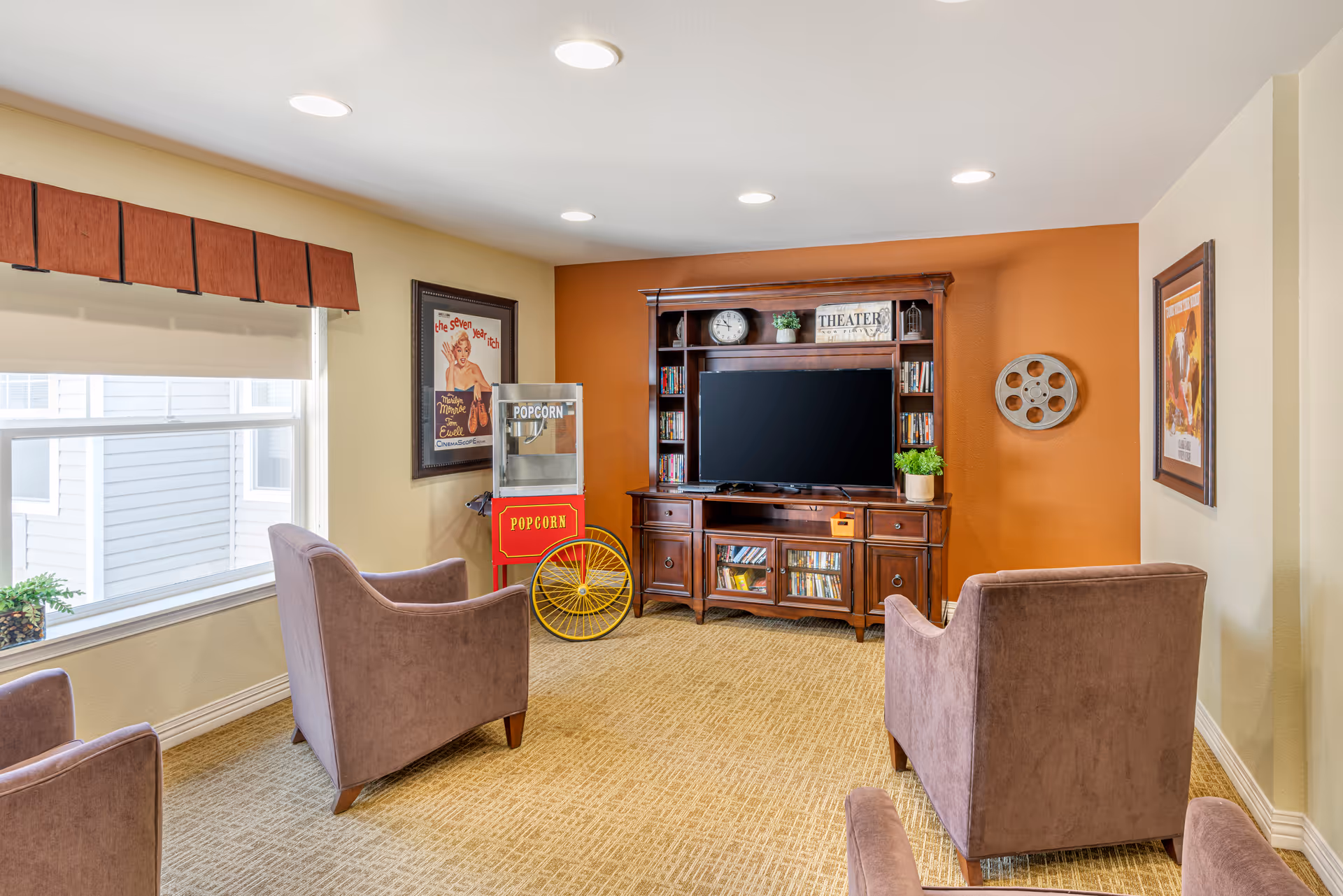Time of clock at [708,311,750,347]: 10:47
